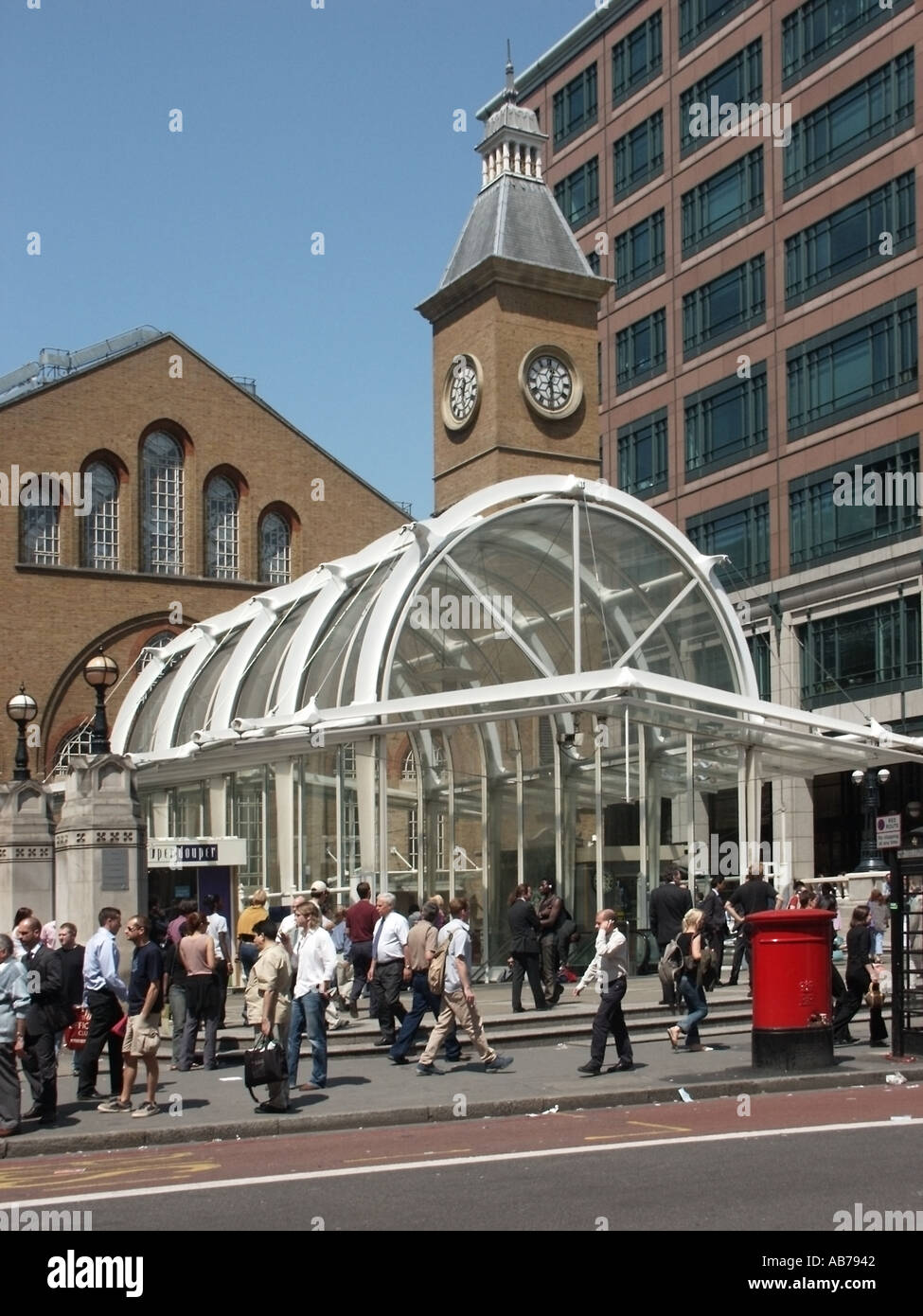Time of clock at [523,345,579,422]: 12:28
